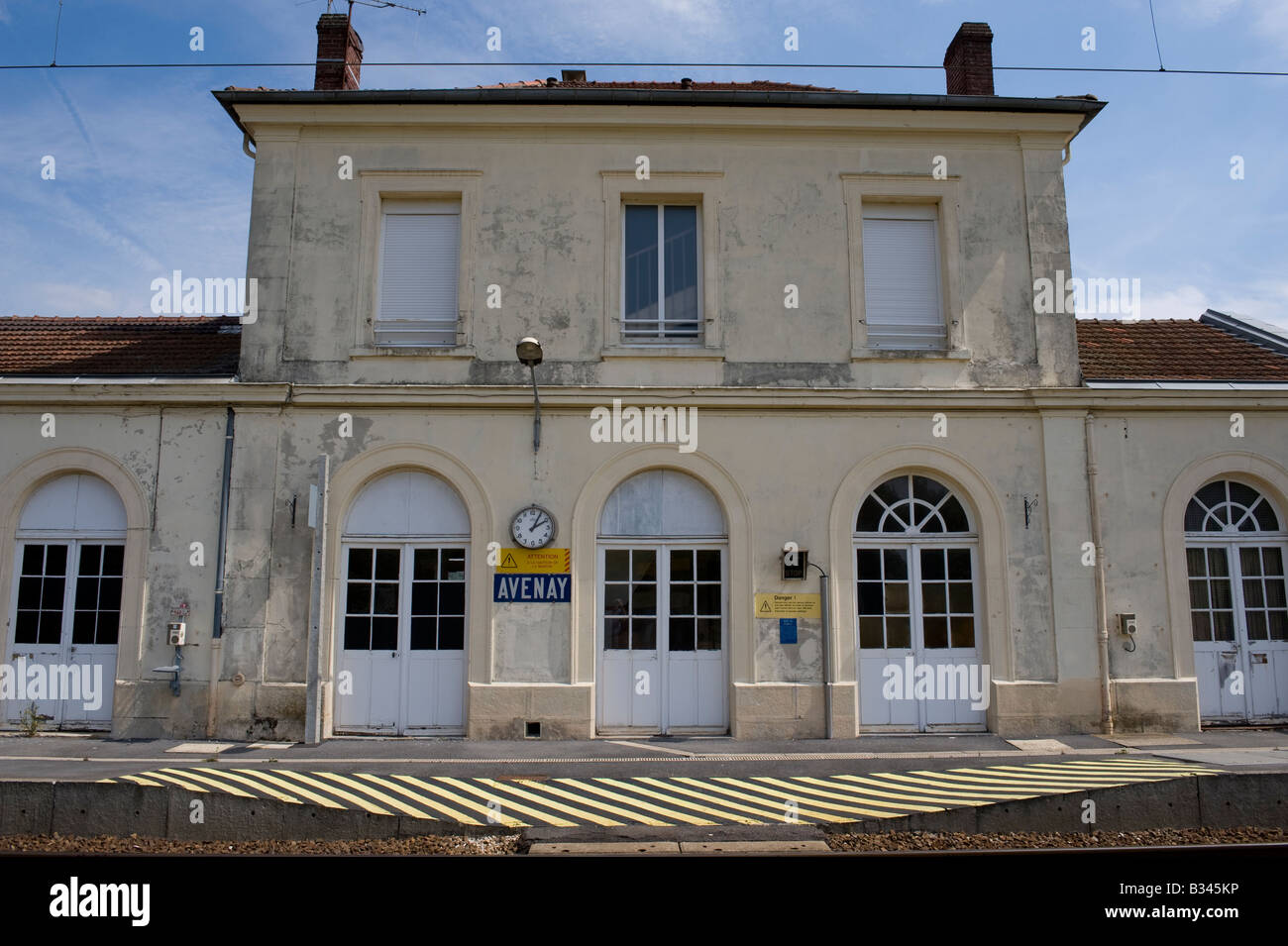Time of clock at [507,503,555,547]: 2:04
